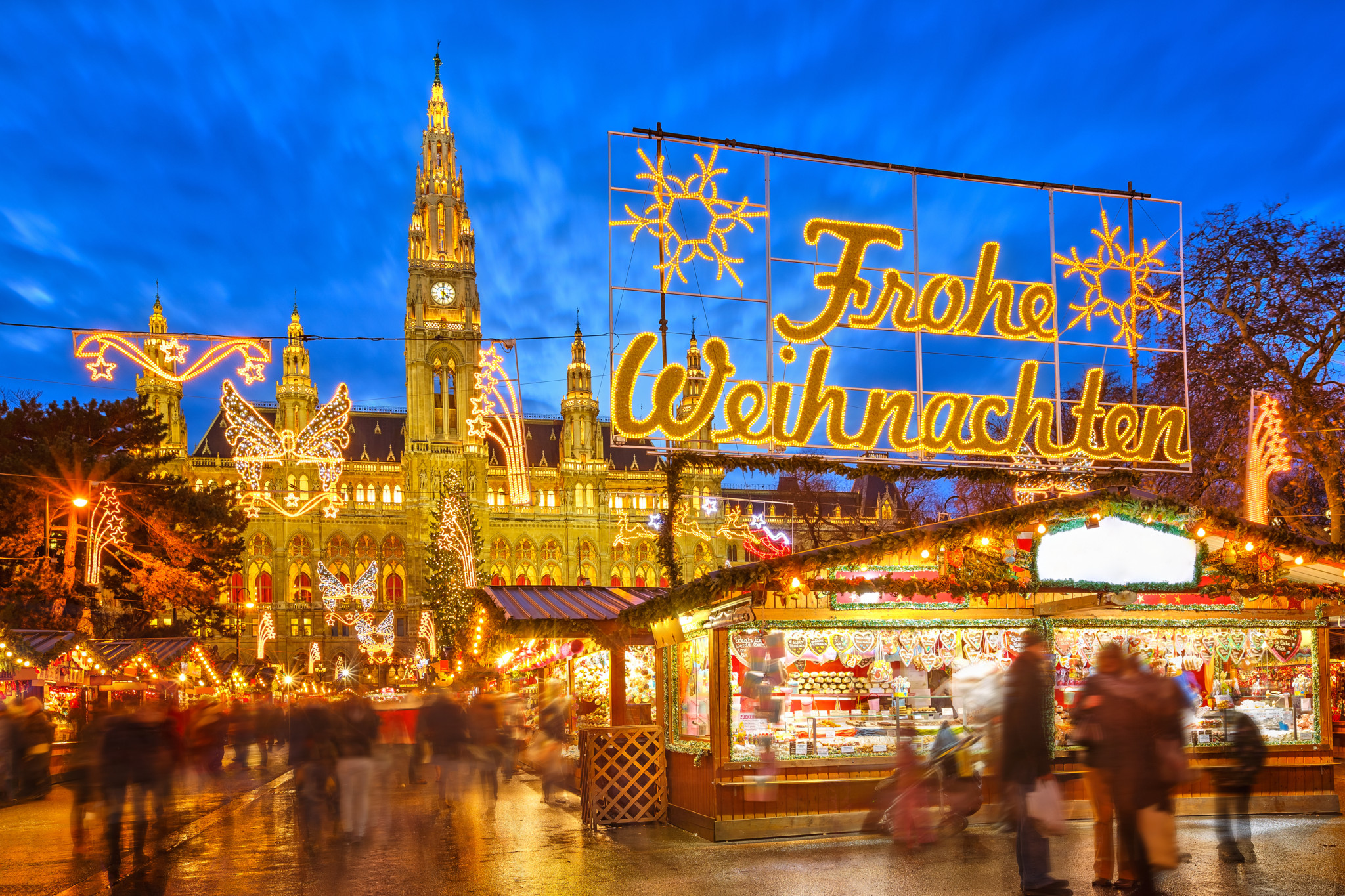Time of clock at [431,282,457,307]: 4:31
